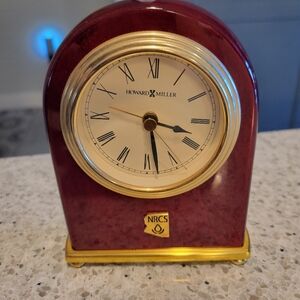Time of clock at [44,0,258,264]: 3:28
